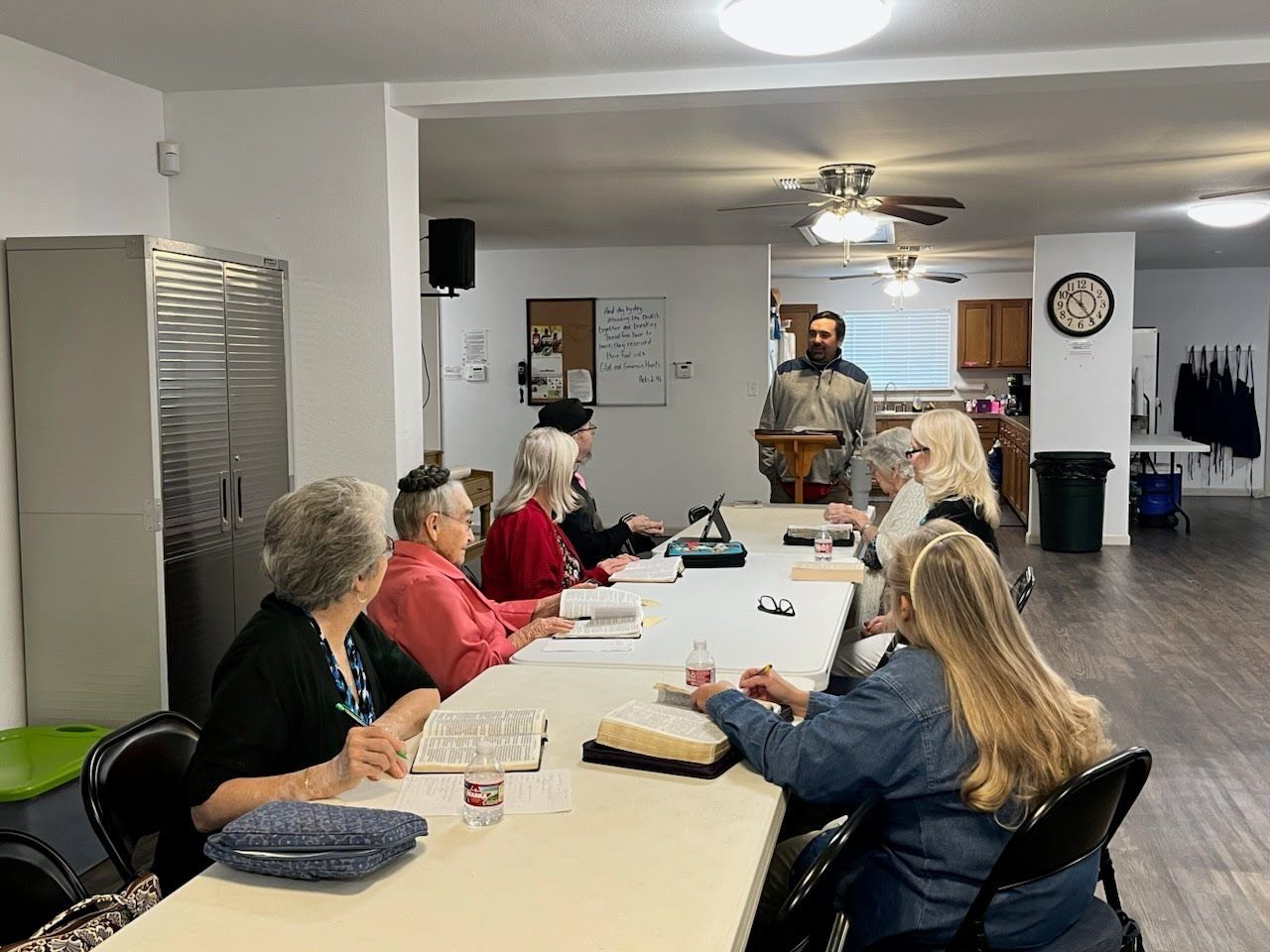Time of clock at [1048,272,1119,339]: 10:24
